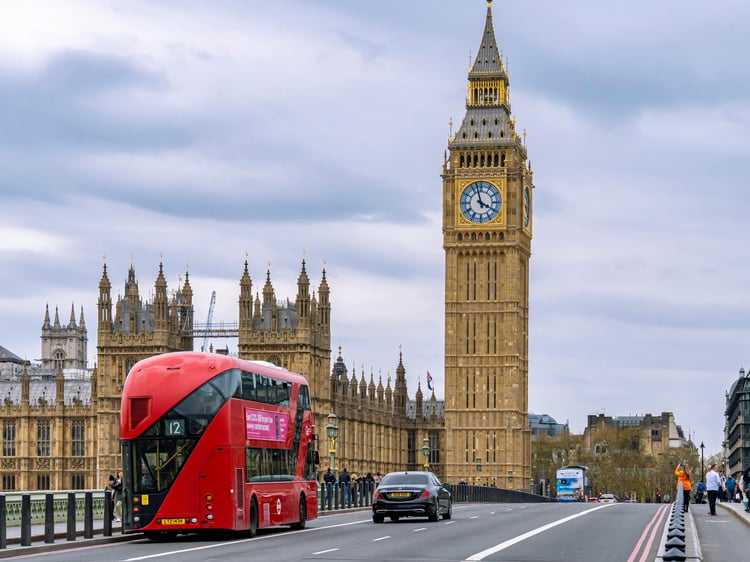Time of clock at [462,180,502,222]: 3:57
